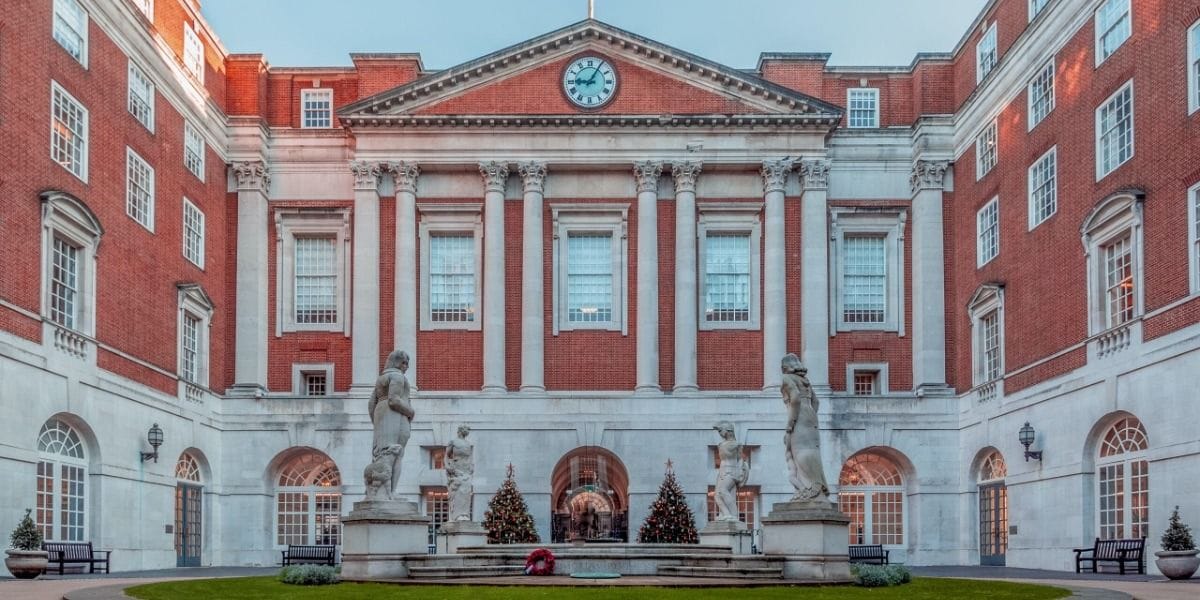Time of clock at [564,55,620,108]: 9:05
